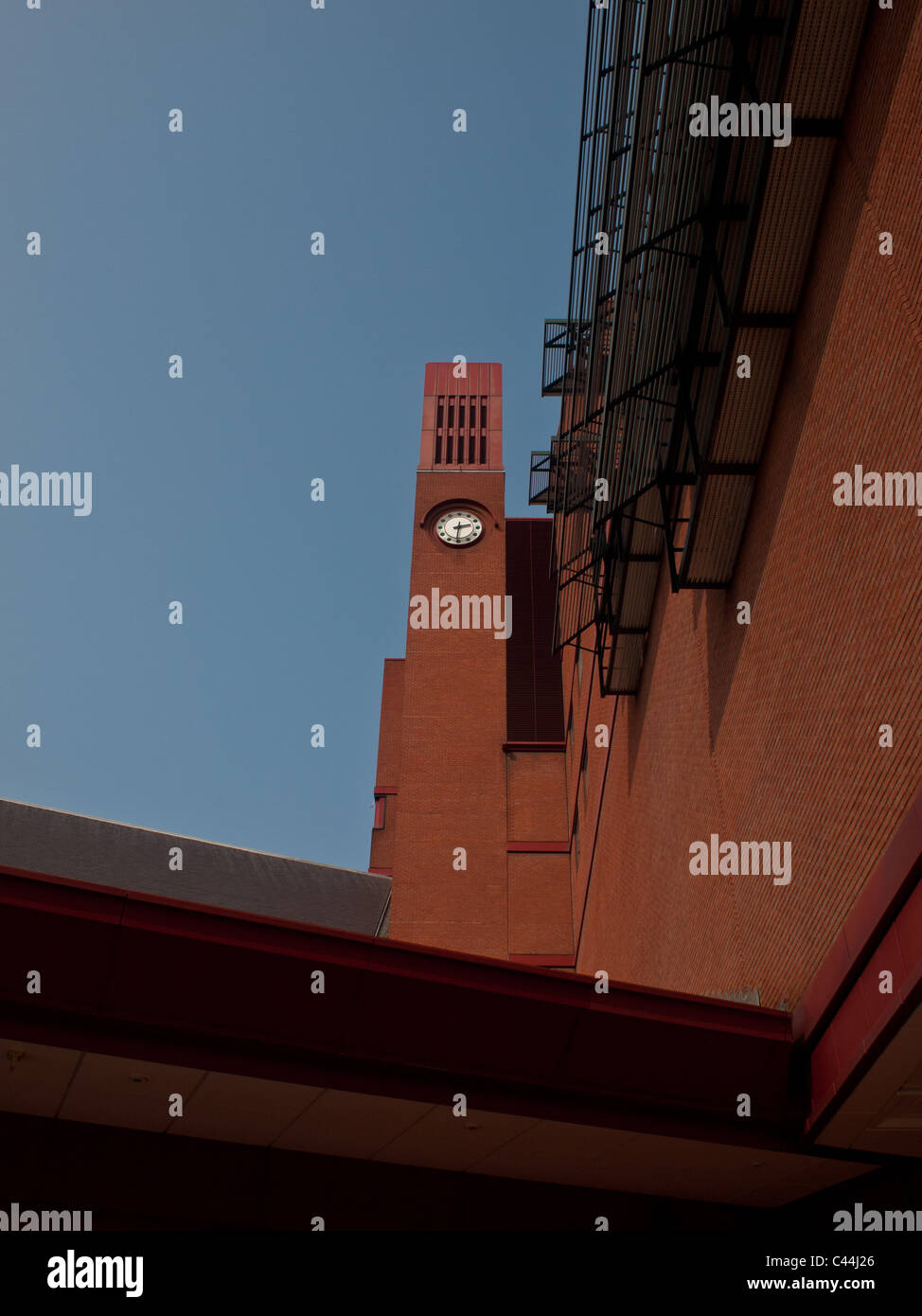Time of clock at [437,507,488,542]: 2:30
